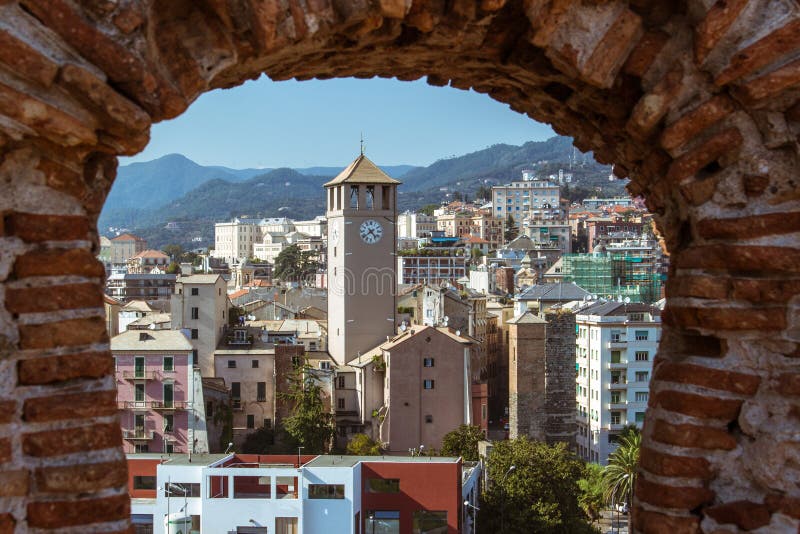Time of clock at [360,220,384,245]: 4:38
